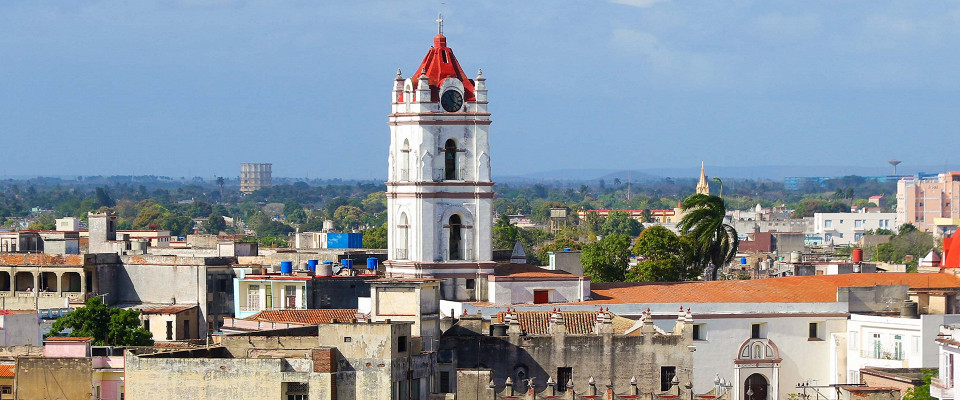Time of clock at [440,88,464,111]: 11:19
